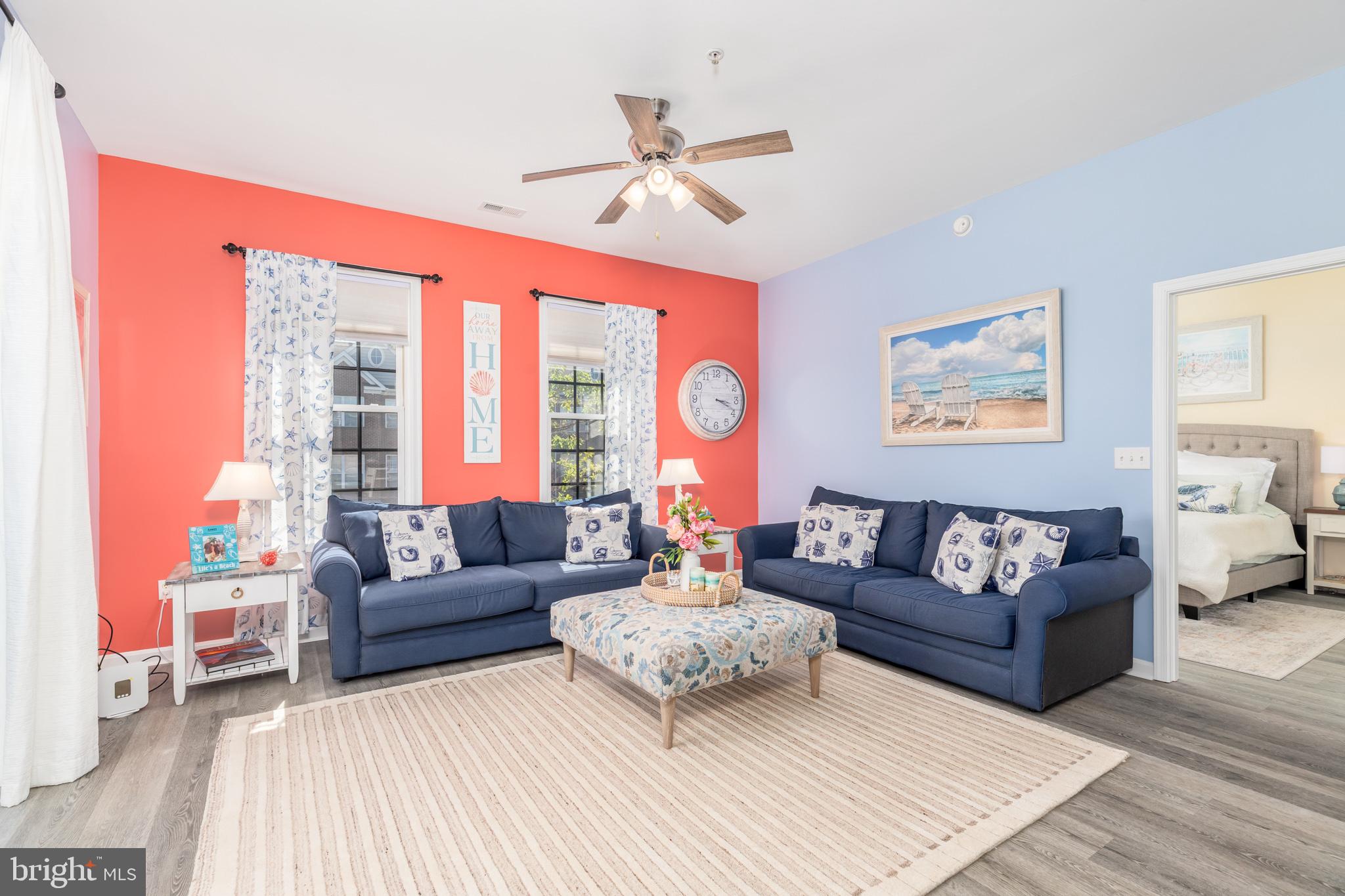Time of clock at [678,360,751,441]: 3:18
